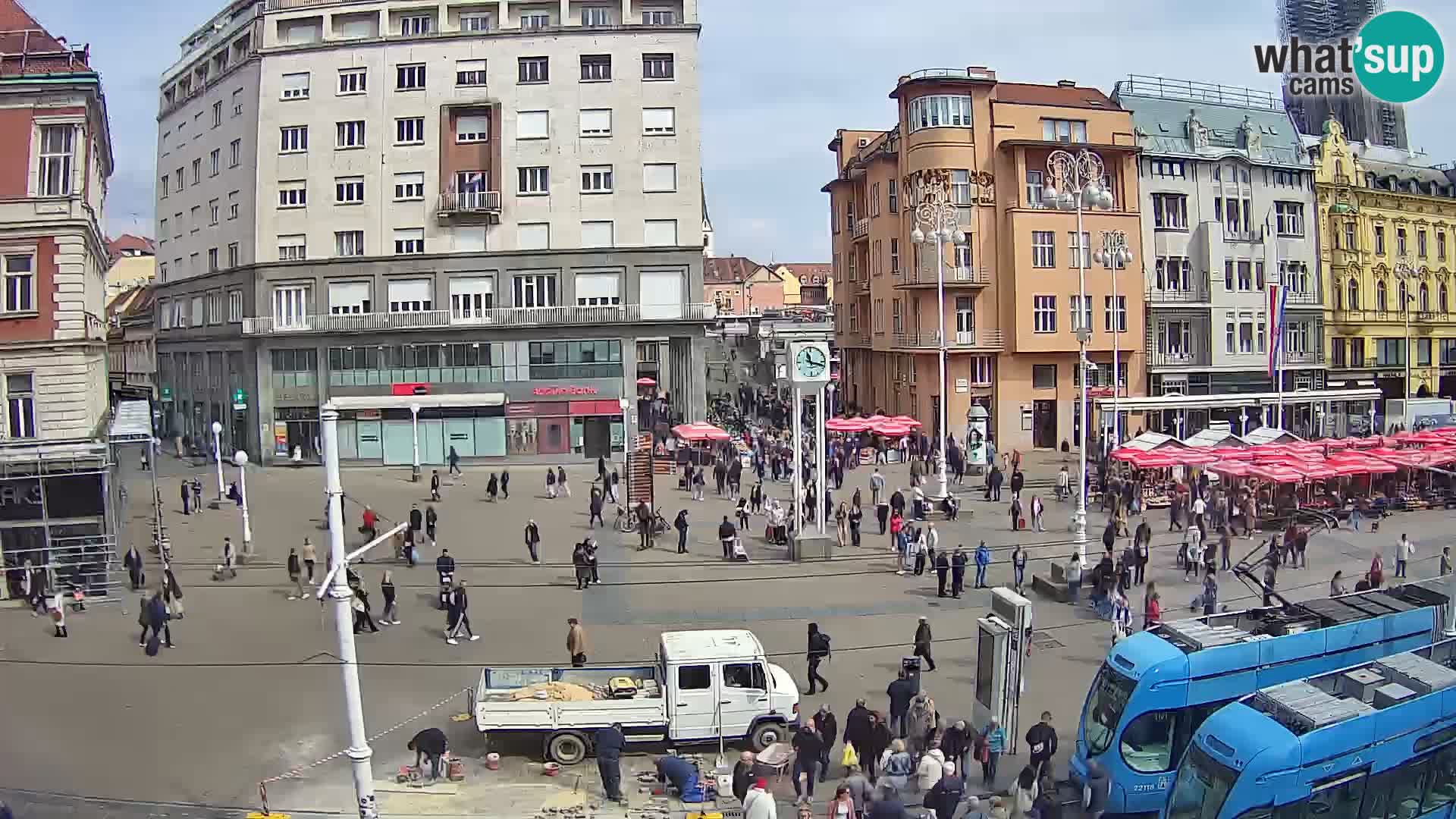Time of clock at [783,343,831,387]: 11:17
